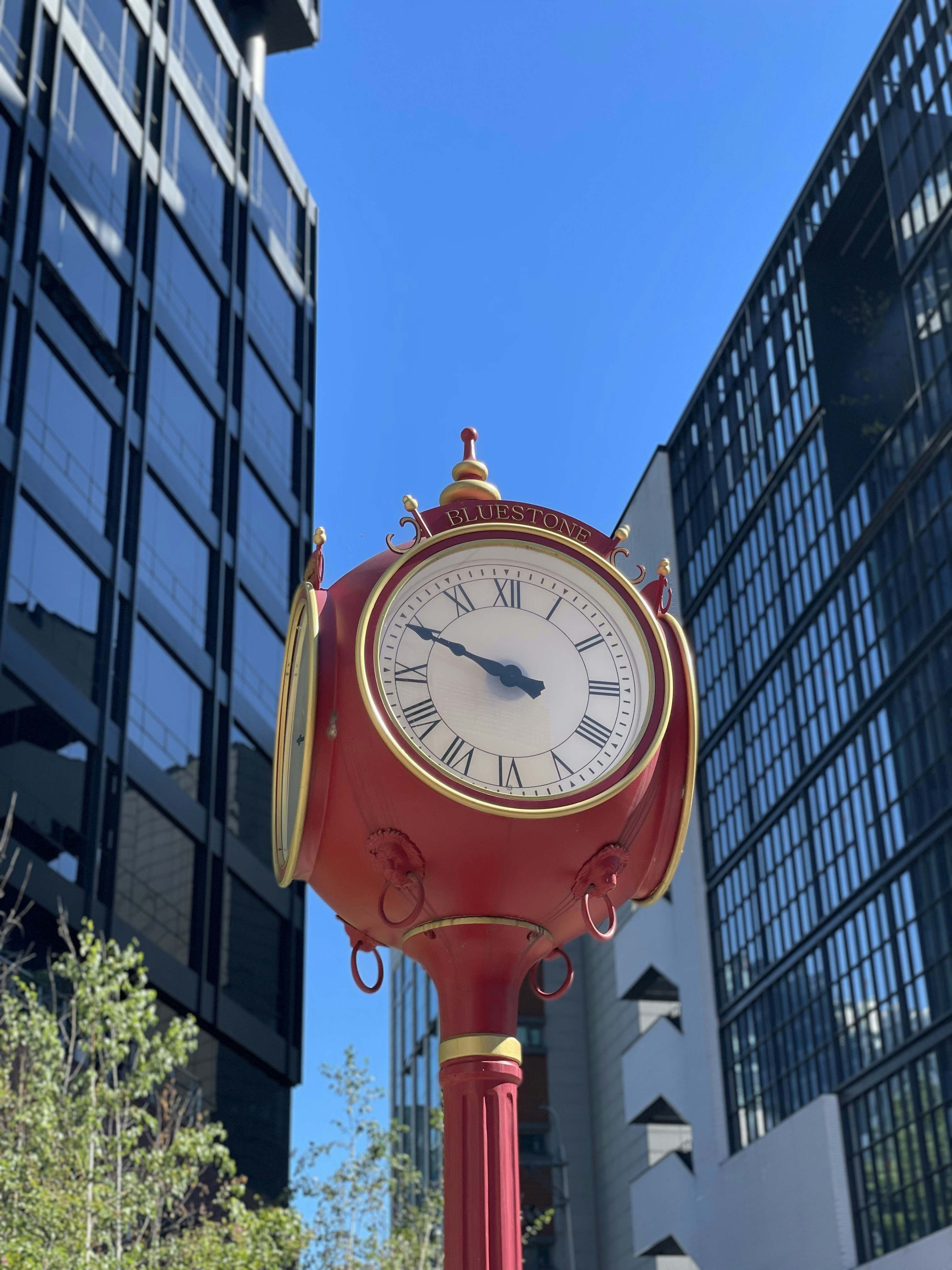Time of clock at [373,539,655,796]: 9:49
